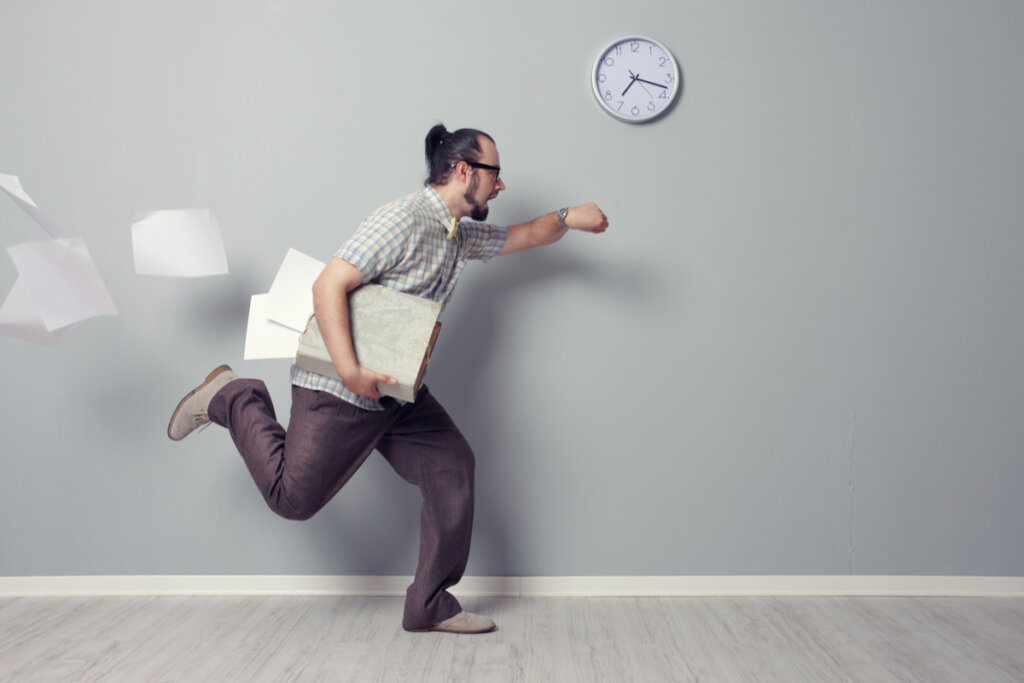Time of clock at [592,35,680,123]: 7:17
